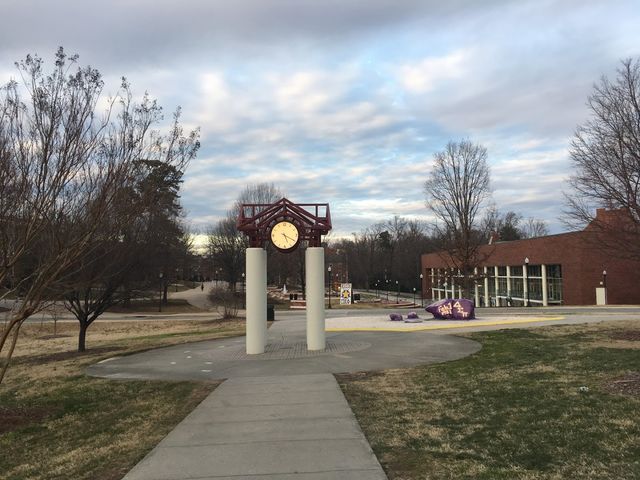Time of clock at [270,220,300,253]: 5:19
